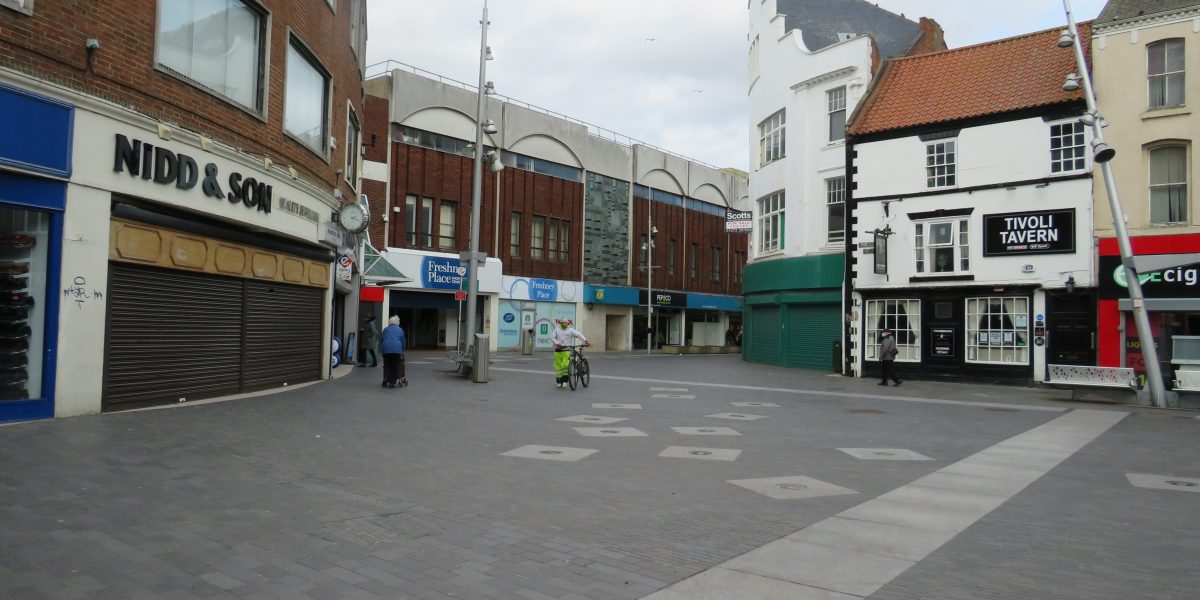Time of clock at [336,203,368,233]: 2:18
